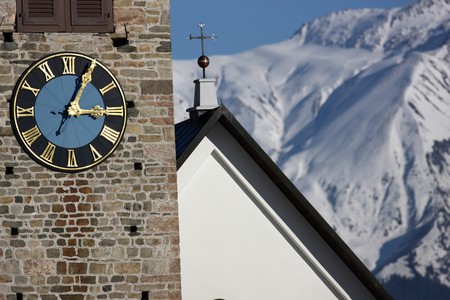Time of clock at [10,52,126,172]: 3:04
